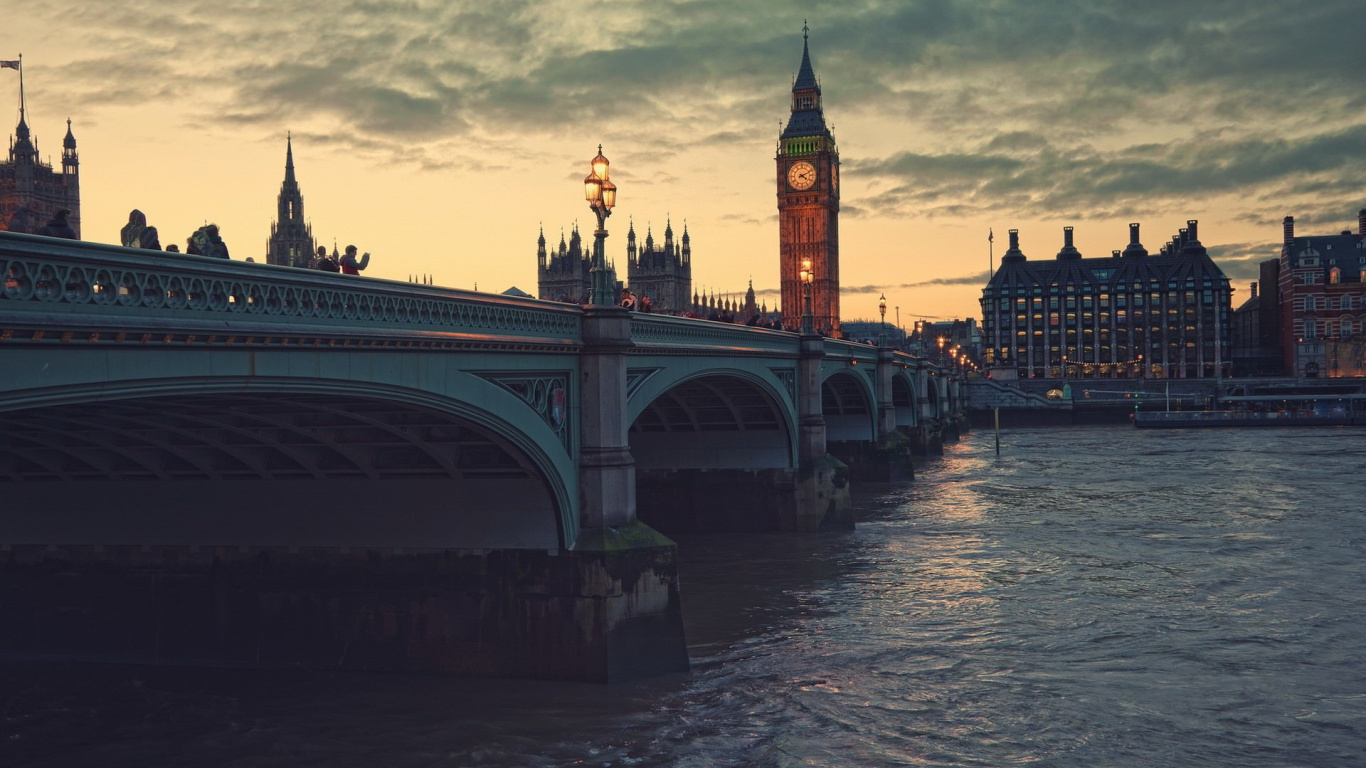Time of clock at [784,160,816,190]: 4:10
